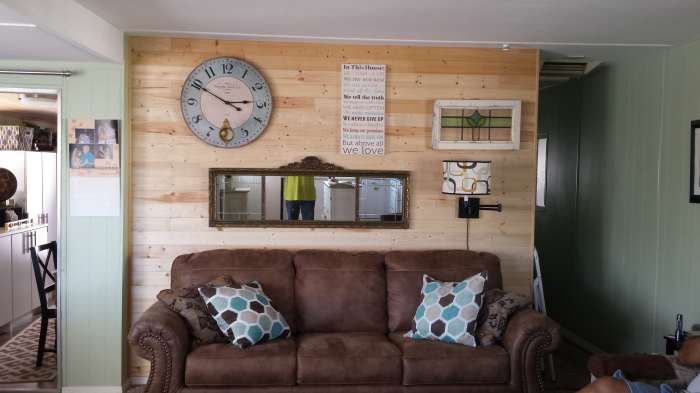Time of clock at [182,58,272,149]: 2:50
